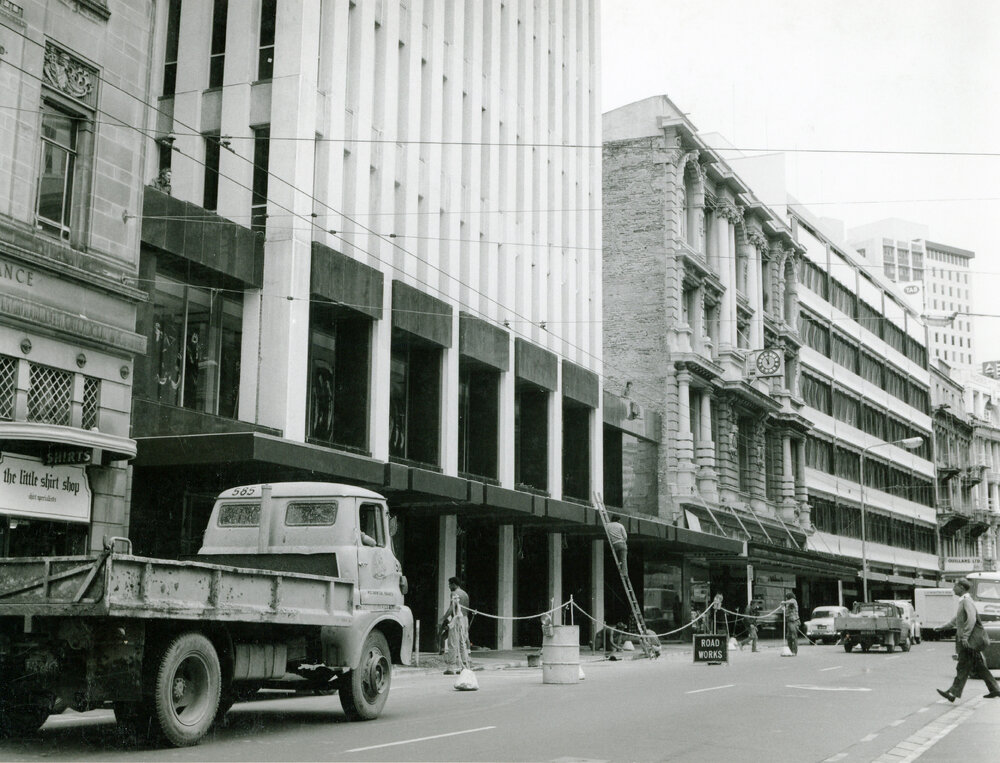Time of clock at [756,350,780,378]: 11:00
